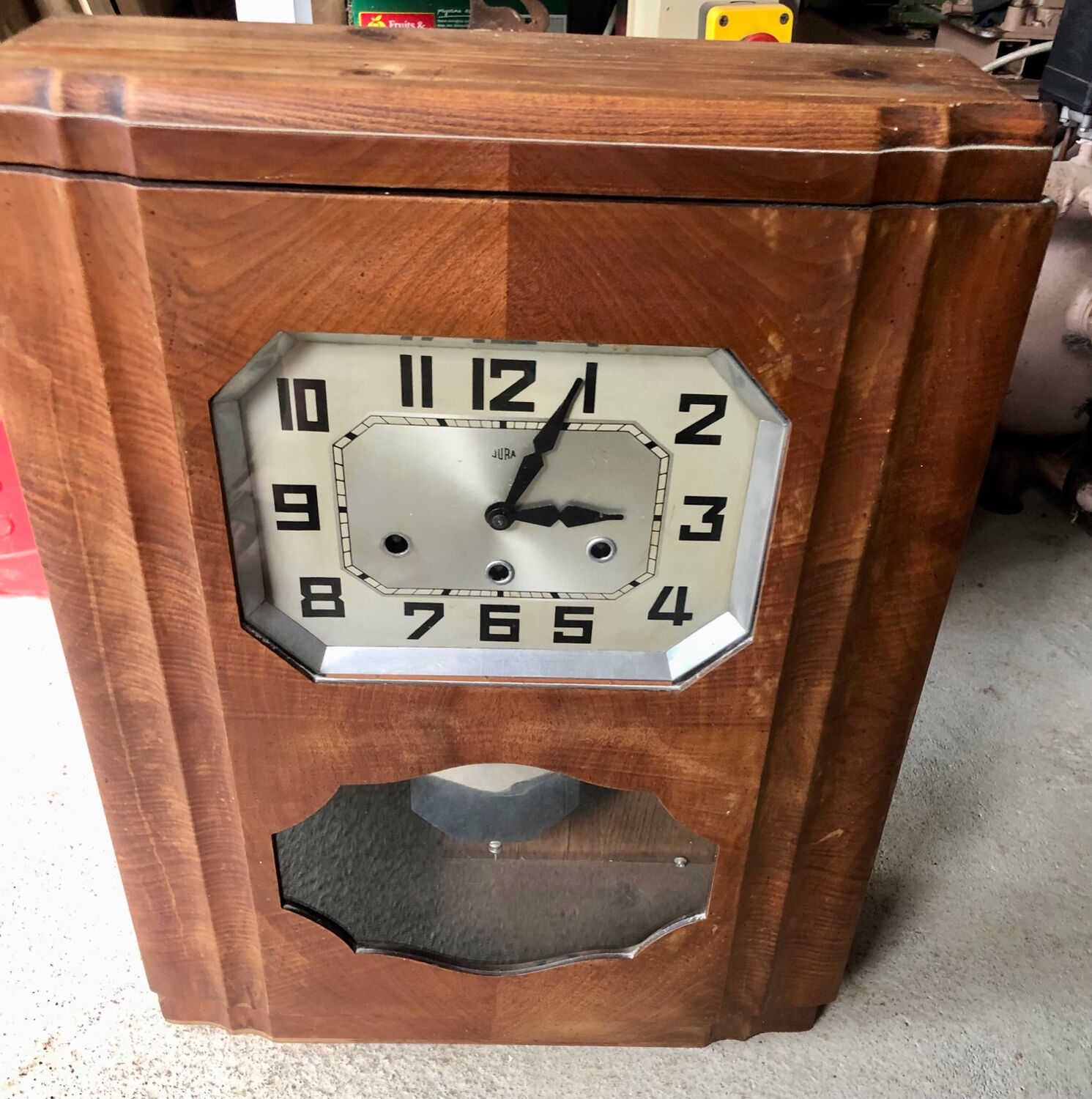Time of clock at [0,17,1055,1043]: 3:04
